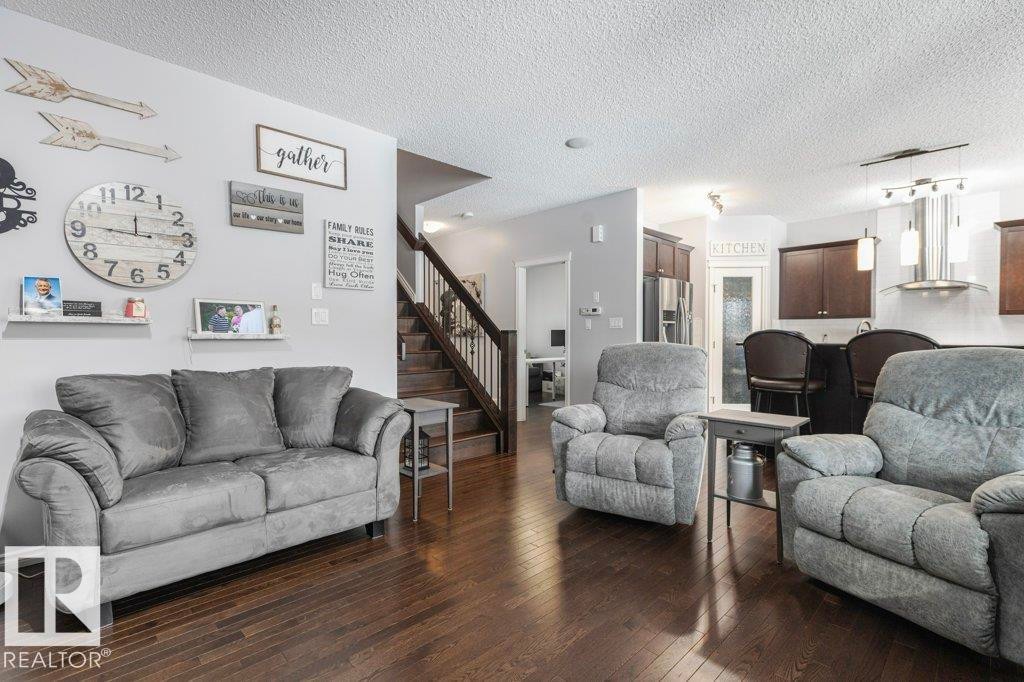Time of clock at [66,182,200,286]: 11:46
